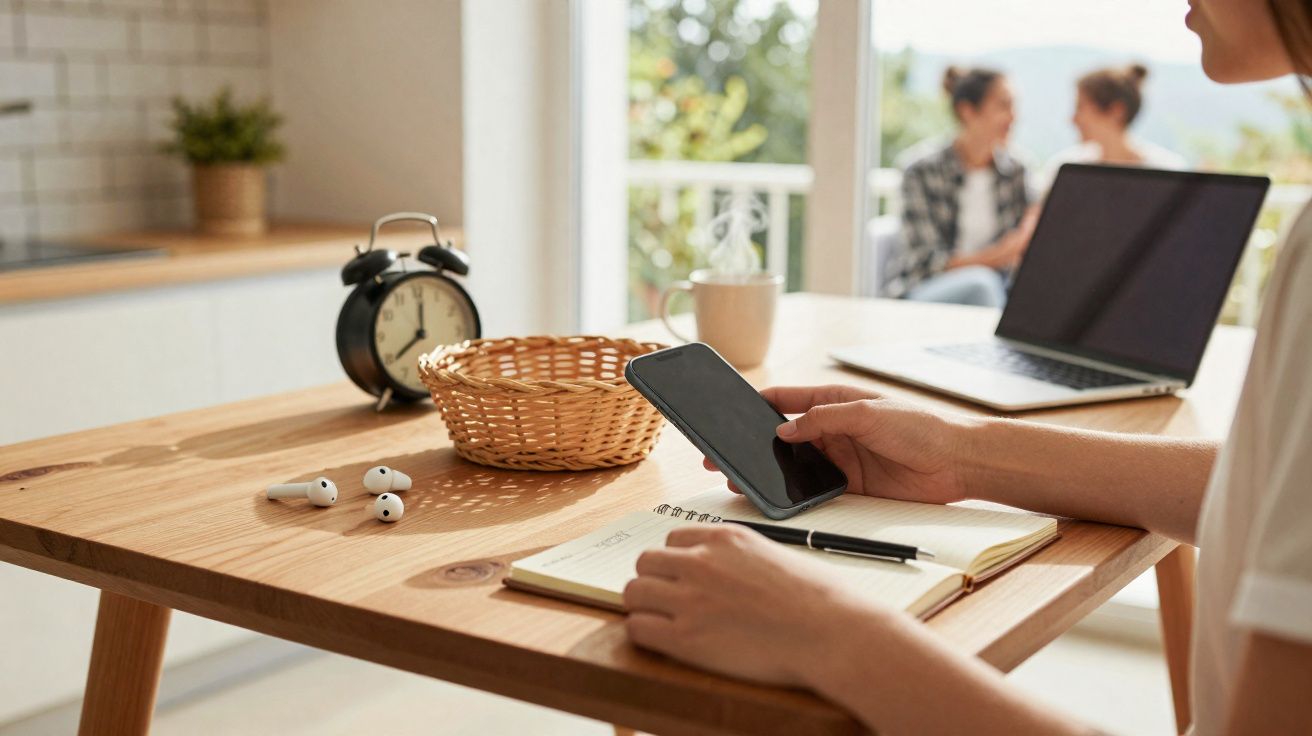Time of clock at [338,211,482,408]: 8:01
